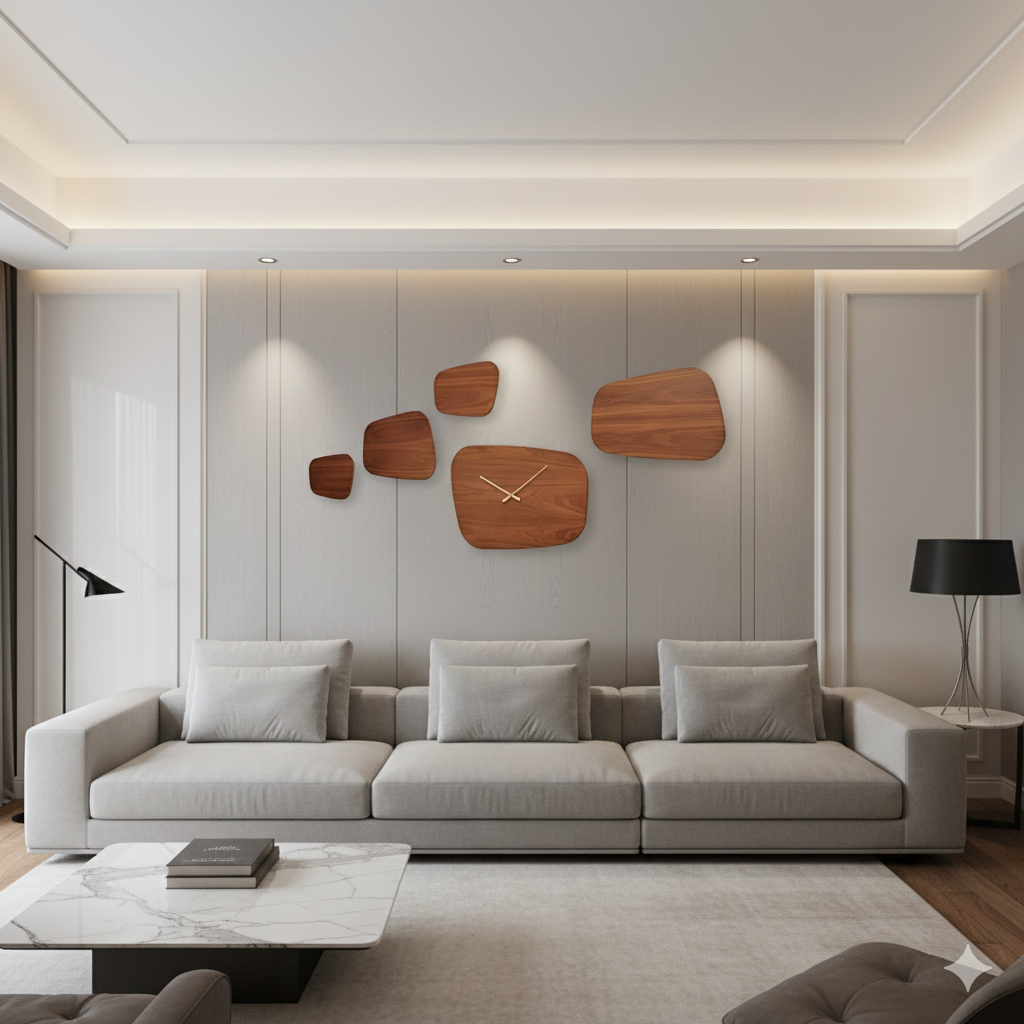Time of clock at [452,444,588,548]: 10:07
